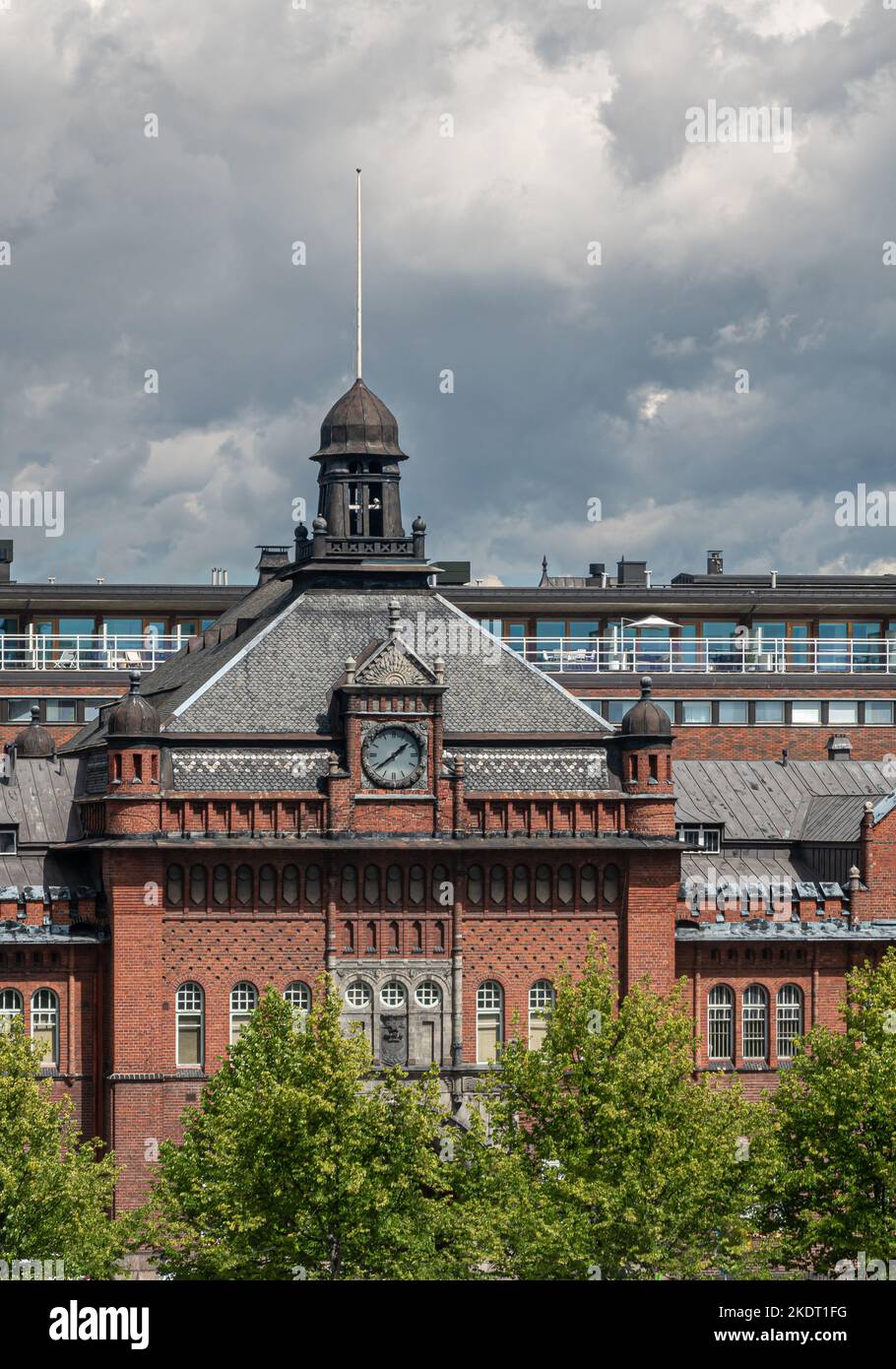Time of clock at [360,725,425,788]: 1:38
